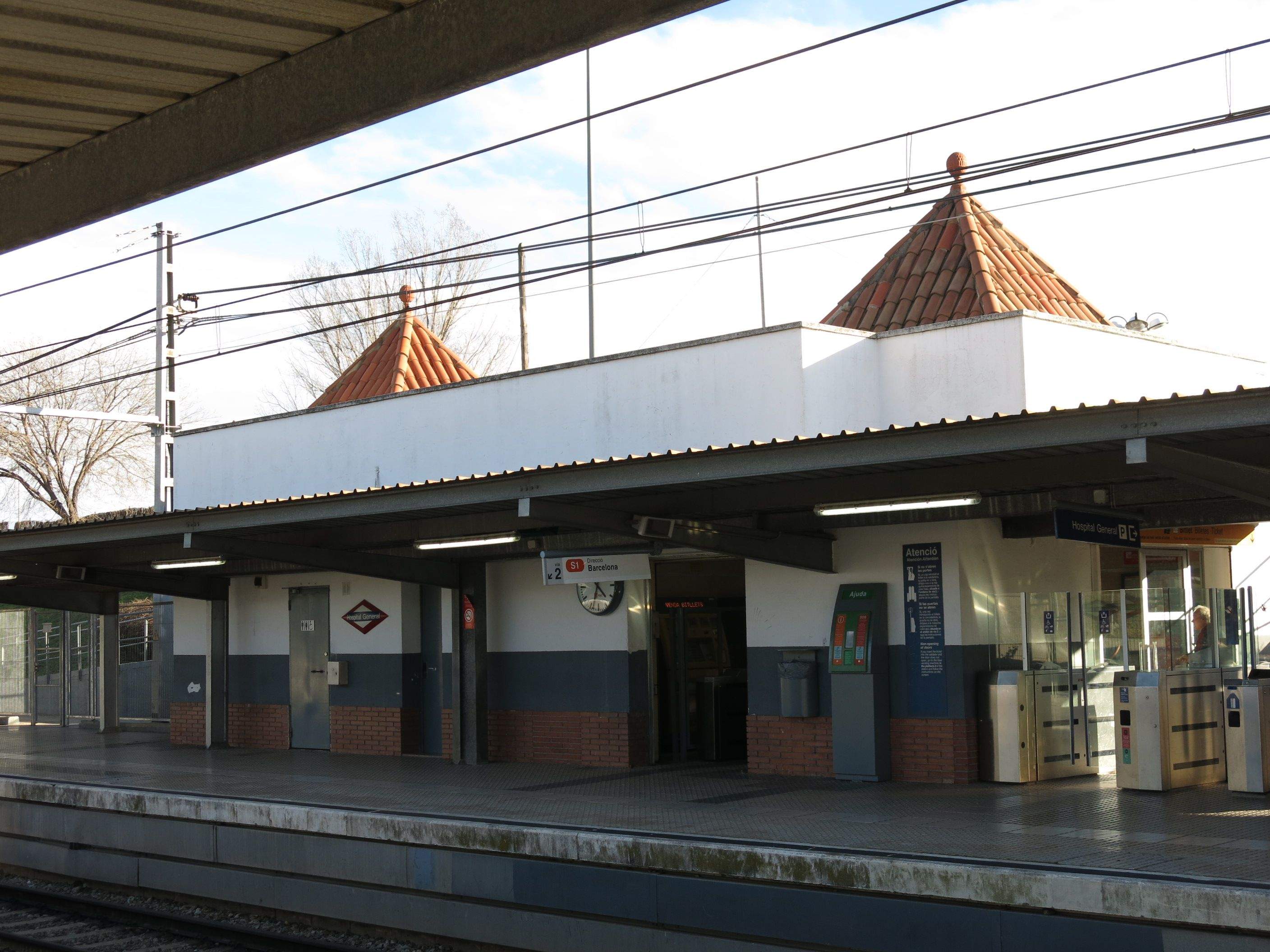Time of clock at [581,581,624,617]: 4:33
